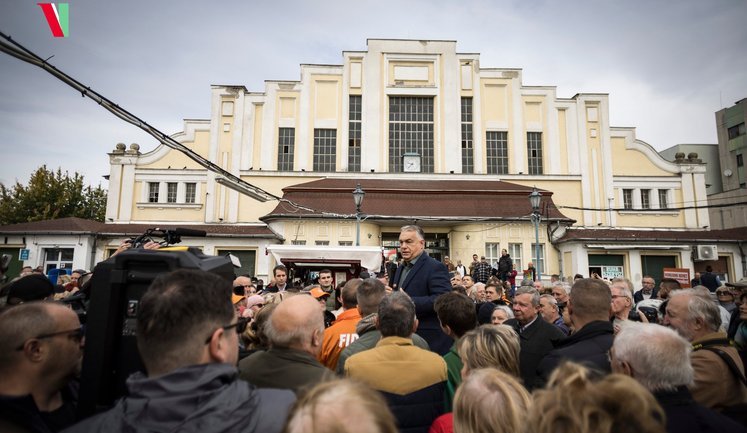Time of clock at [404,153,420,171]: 9:37
